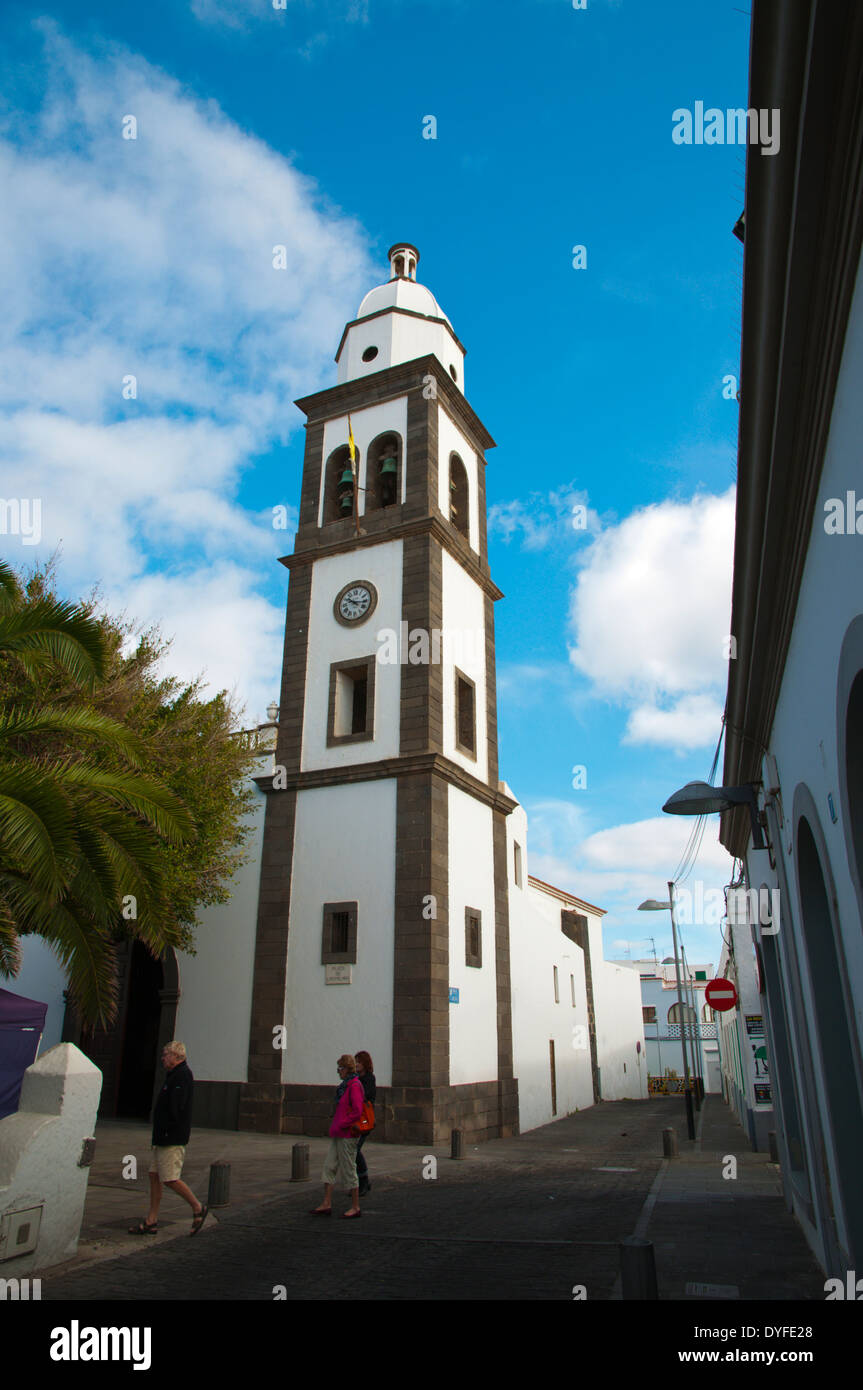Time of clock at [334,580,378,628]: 10:15
